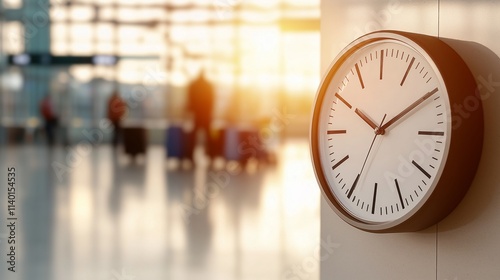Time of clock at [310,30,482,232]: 10:10
